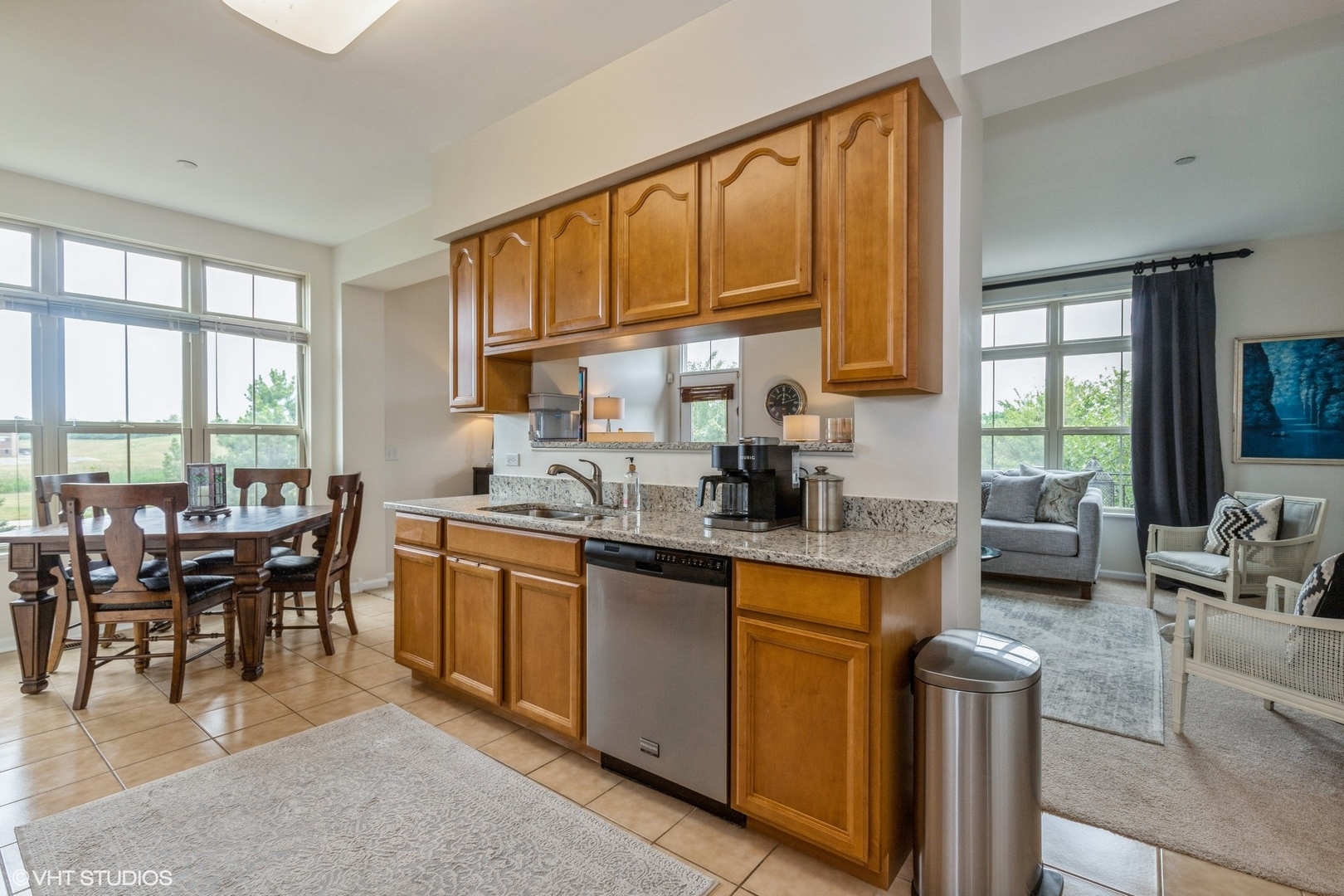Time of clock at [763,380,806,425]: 12:12
